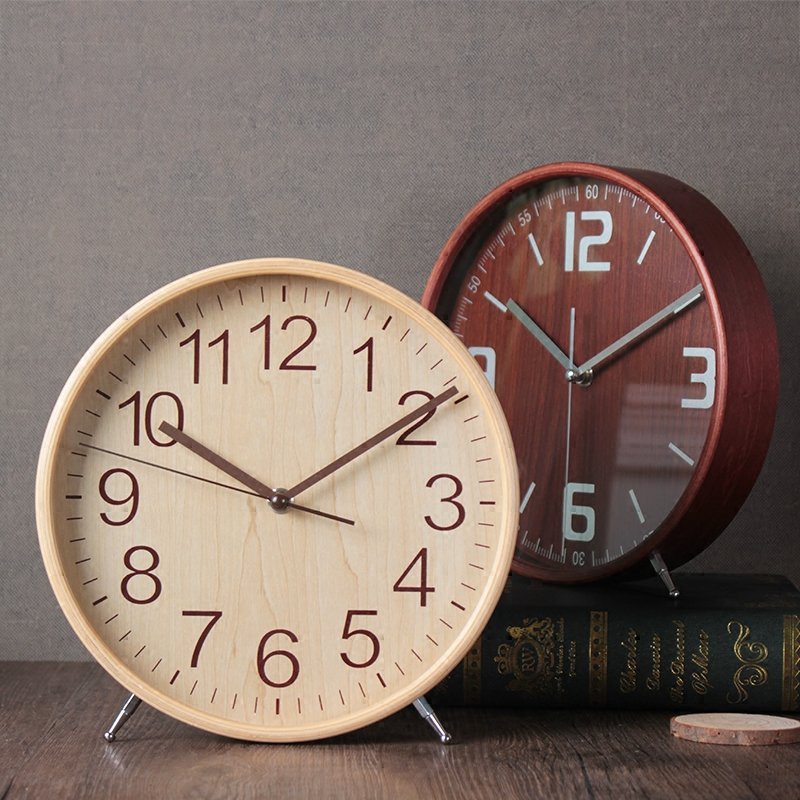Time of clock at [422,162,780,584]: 10:10
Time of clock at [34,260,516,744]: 10:09
